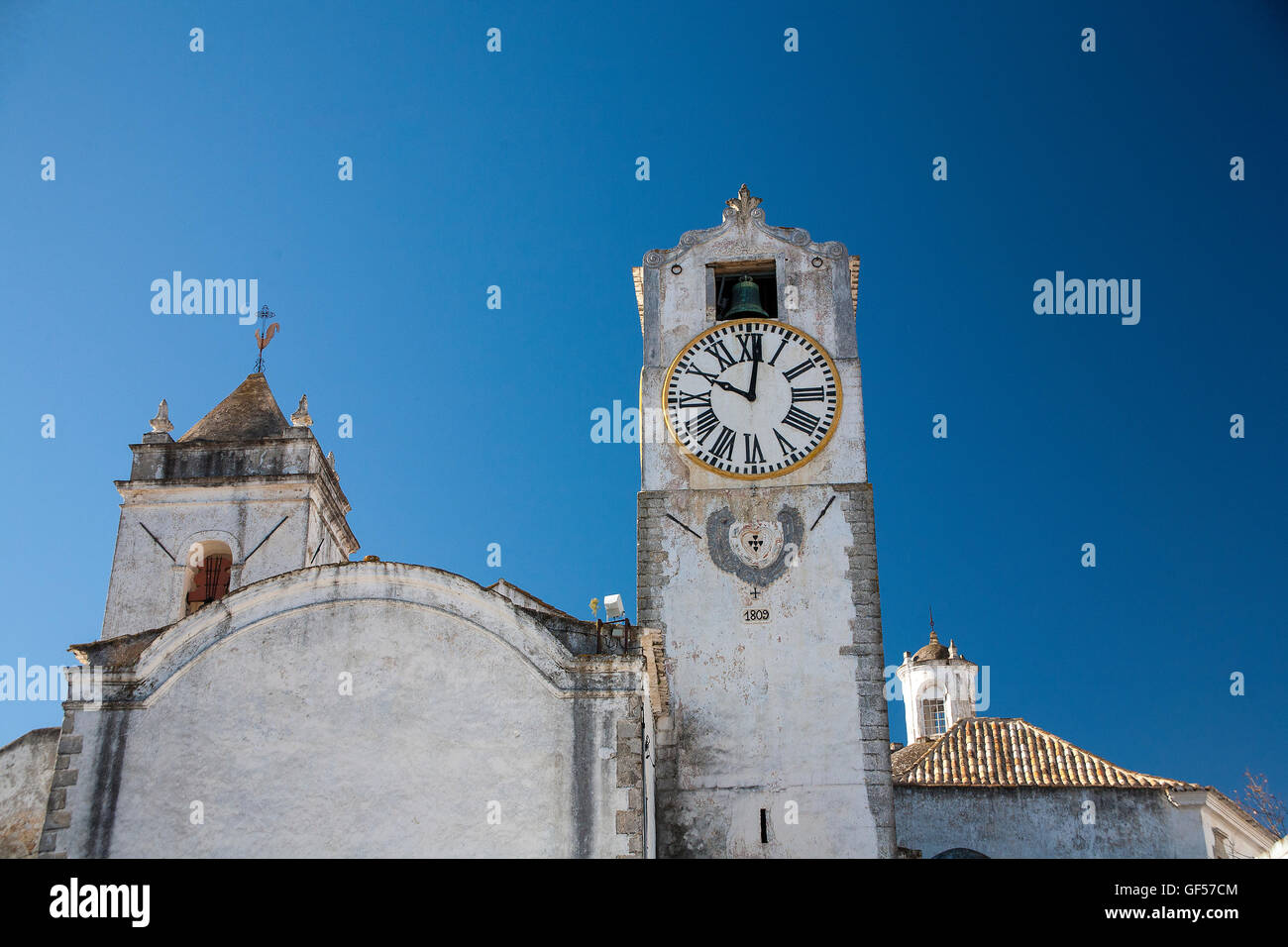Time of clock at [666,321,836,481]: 10:01
